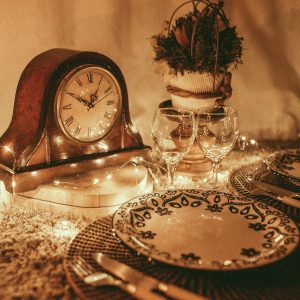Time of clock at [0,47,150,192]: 12:49
